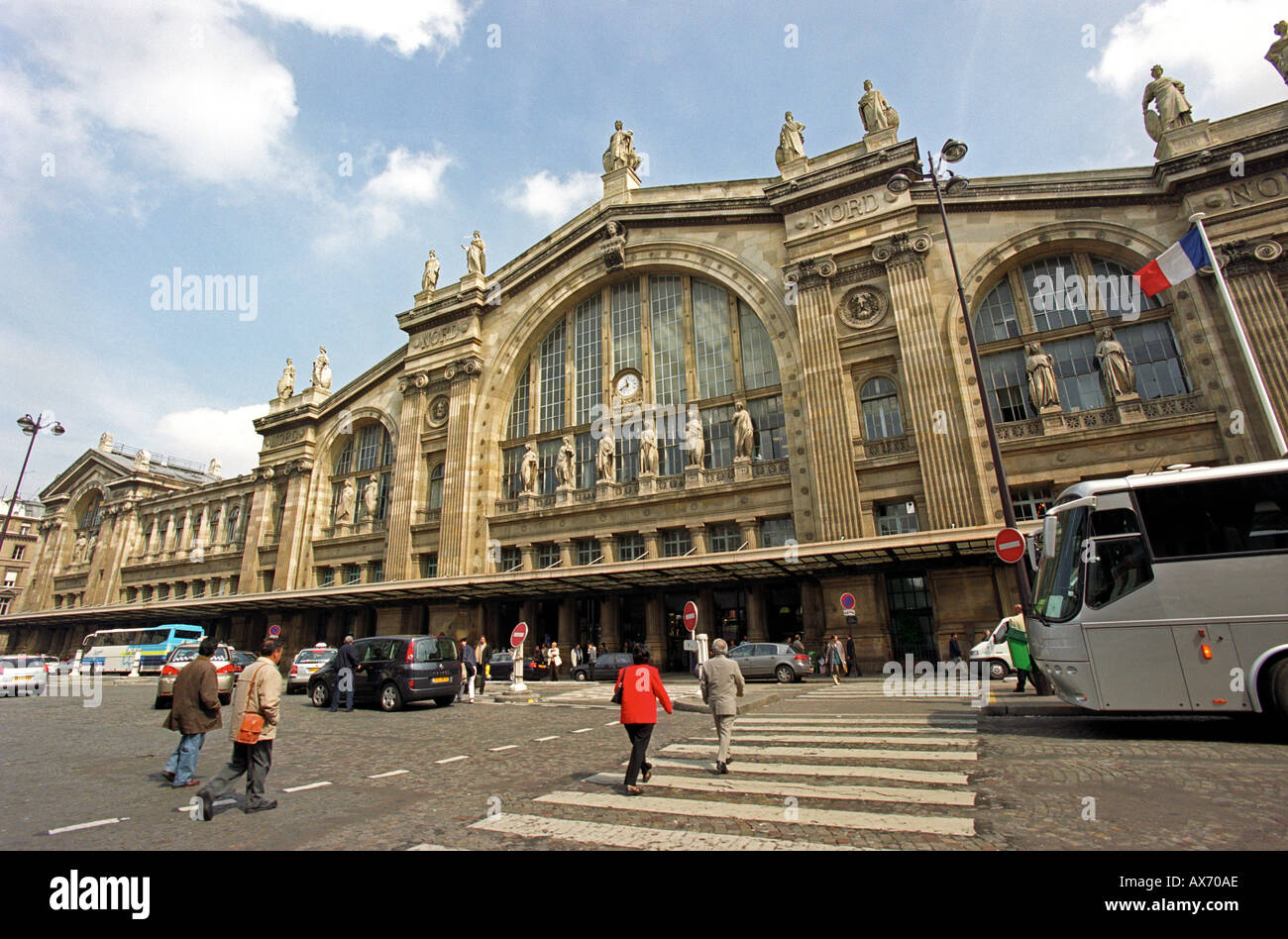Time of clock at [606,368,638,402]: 11:40
